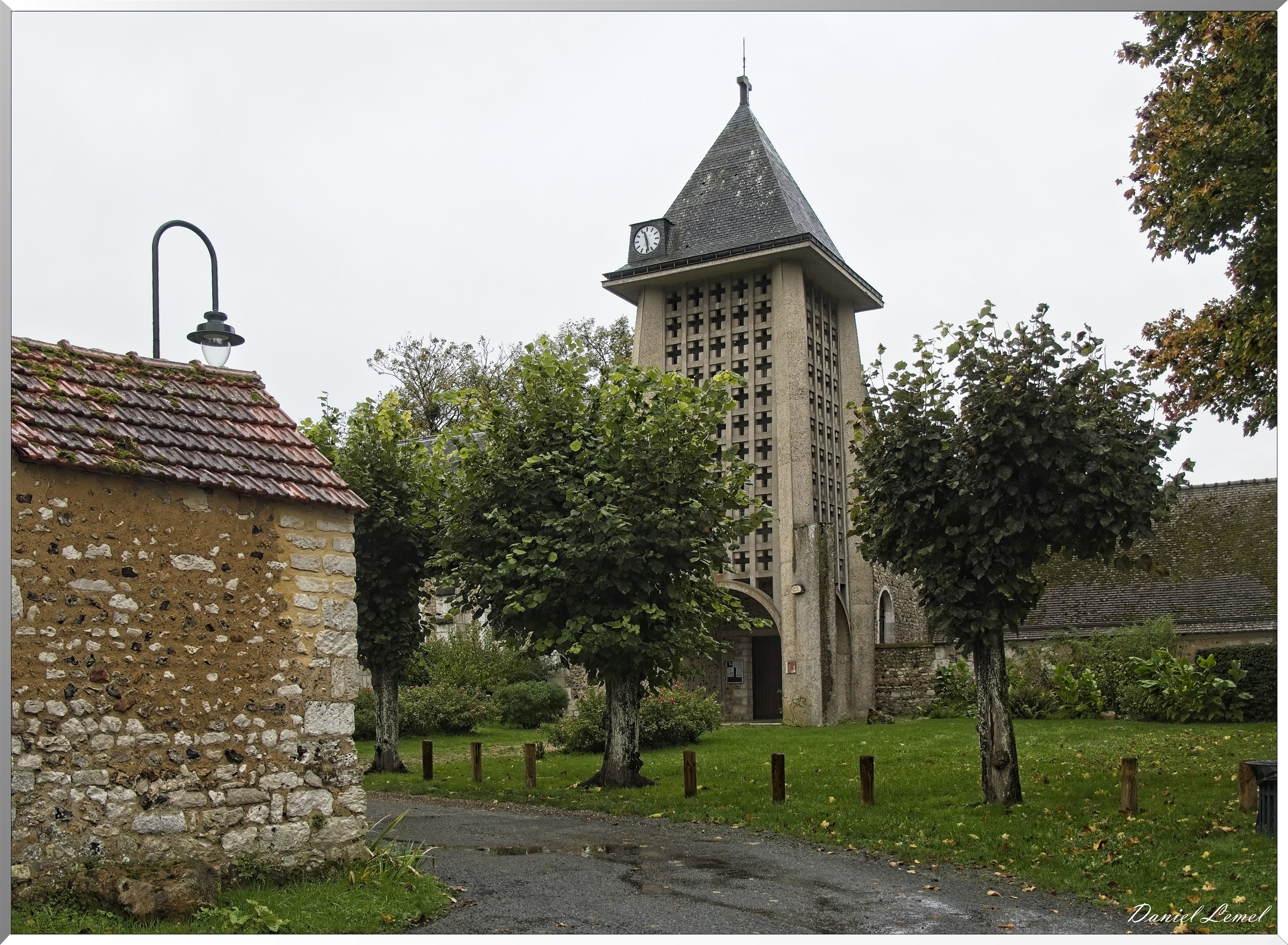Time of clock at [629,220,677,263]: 11:28
